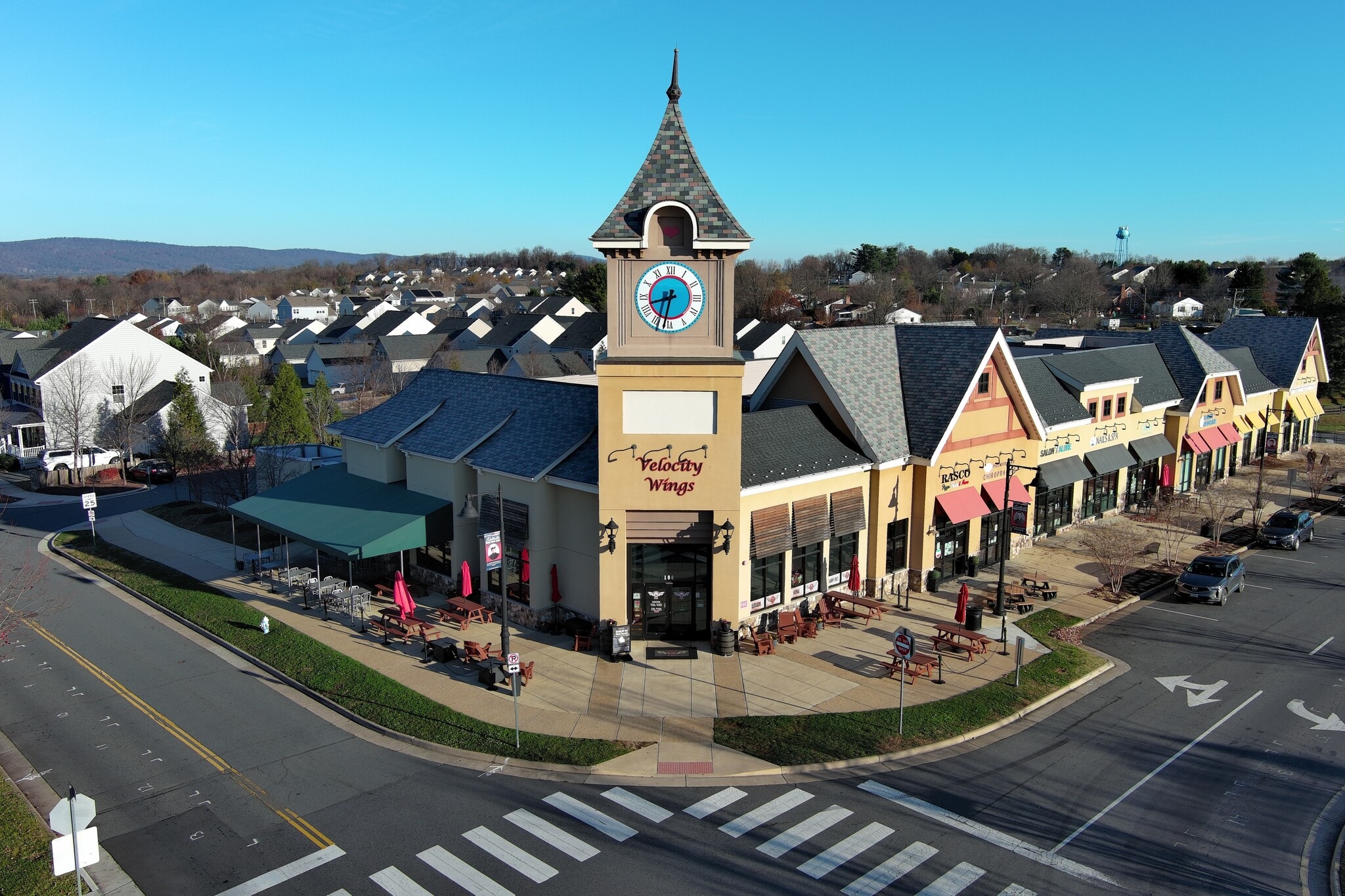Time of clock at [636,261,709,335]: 8:32
